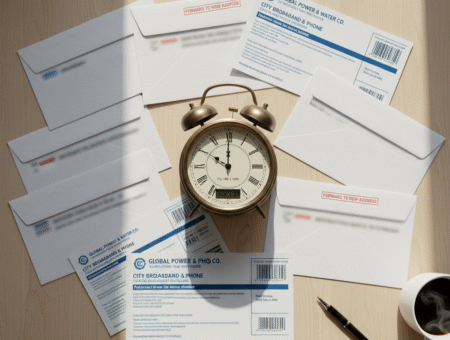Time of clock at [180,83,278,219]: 10:00
